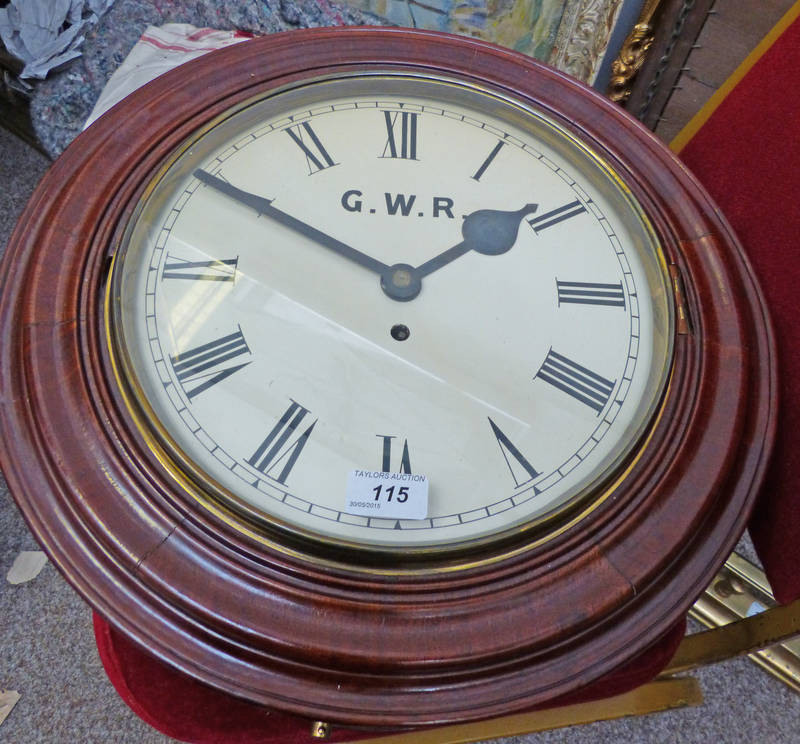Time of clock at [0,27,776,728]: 1:49
